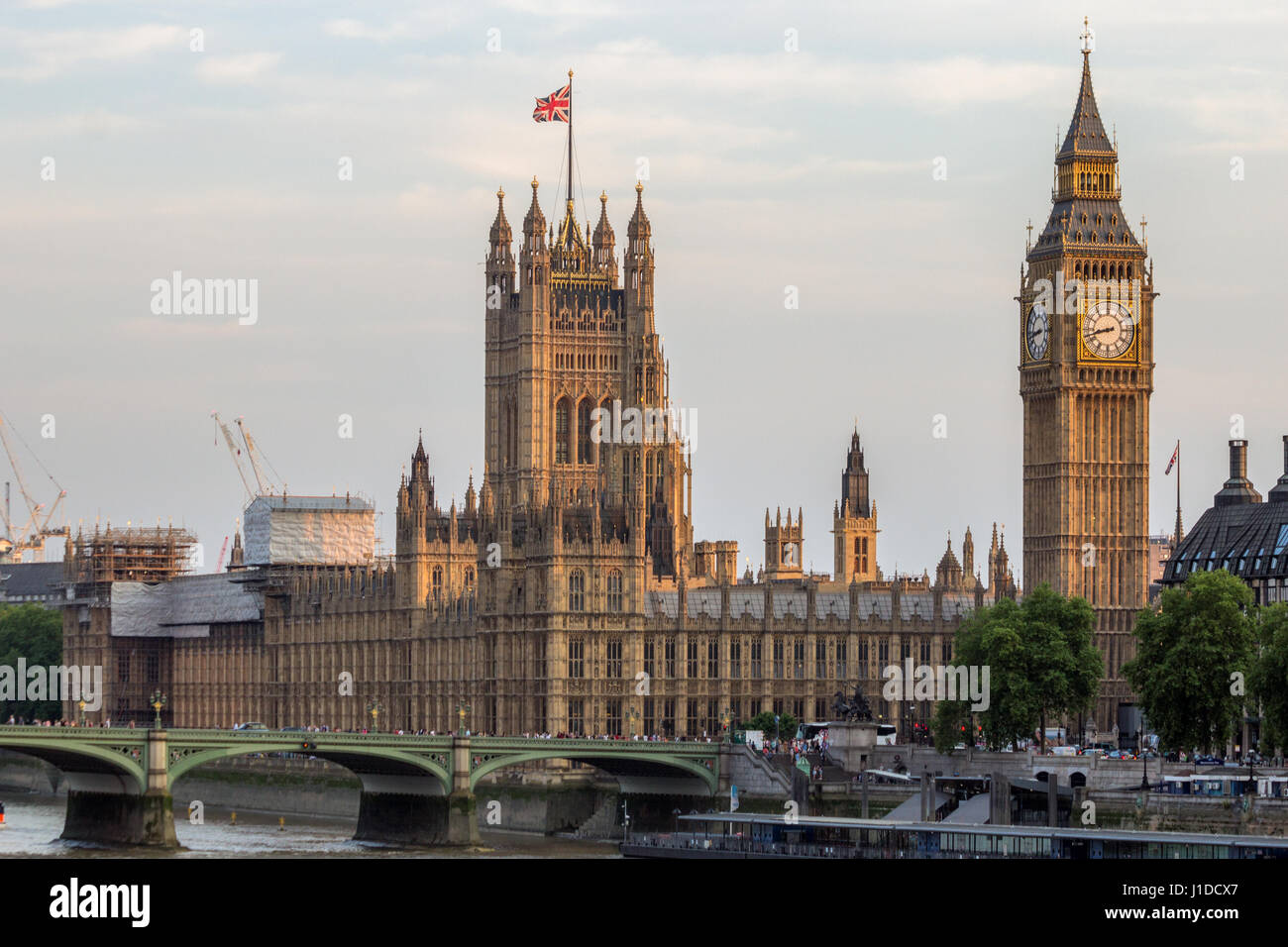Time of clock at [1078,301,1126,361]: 8:42
